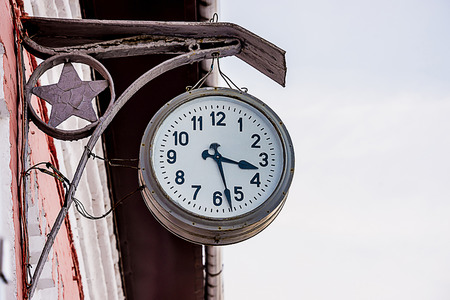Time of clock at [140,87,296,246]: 3:27
